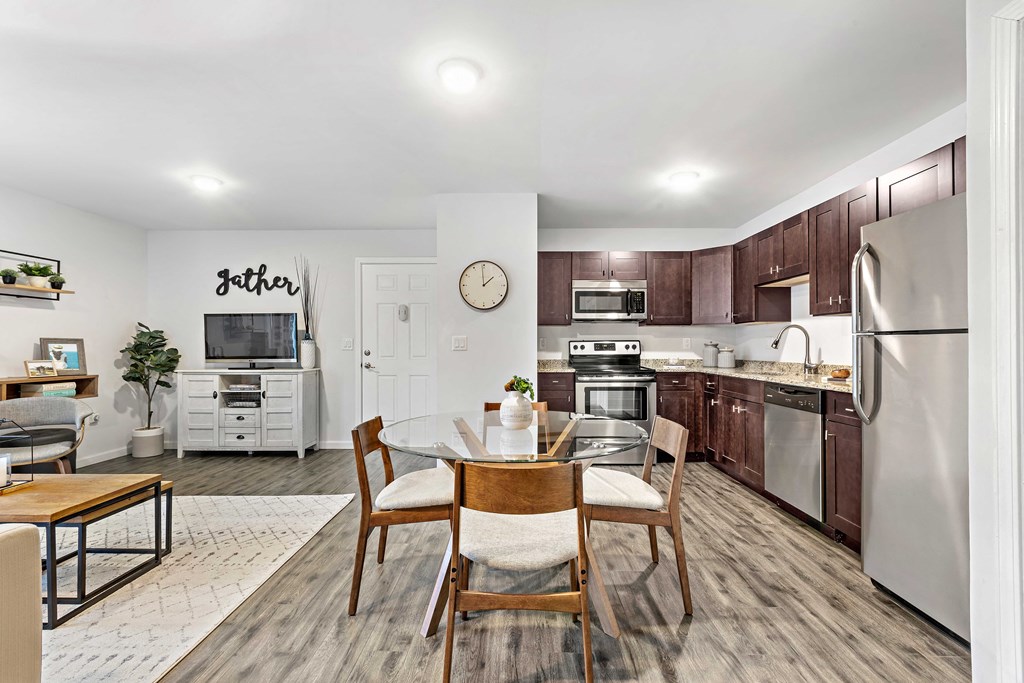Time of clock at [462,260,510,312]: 1:59
